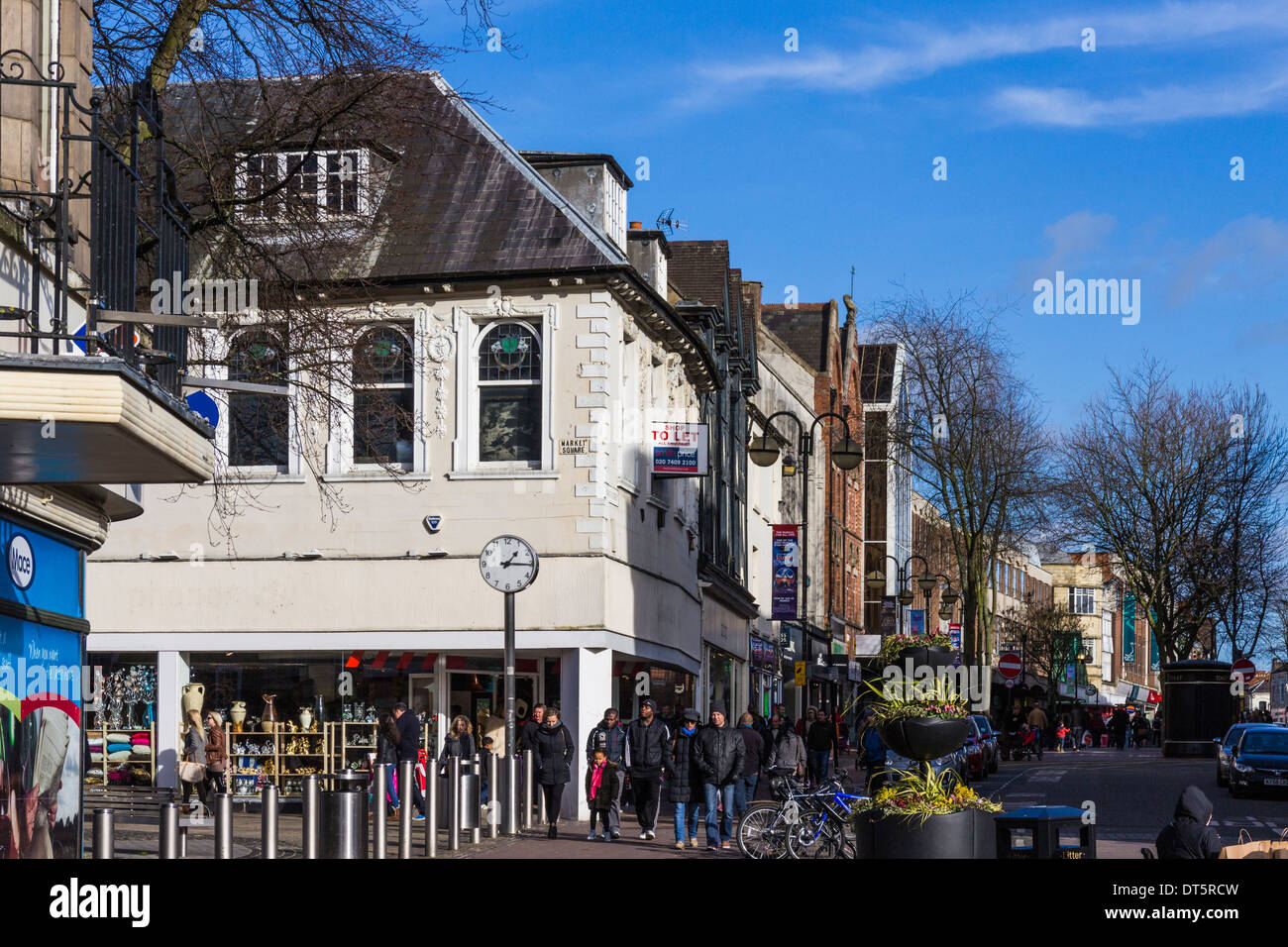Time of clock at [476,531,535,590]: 1:15
